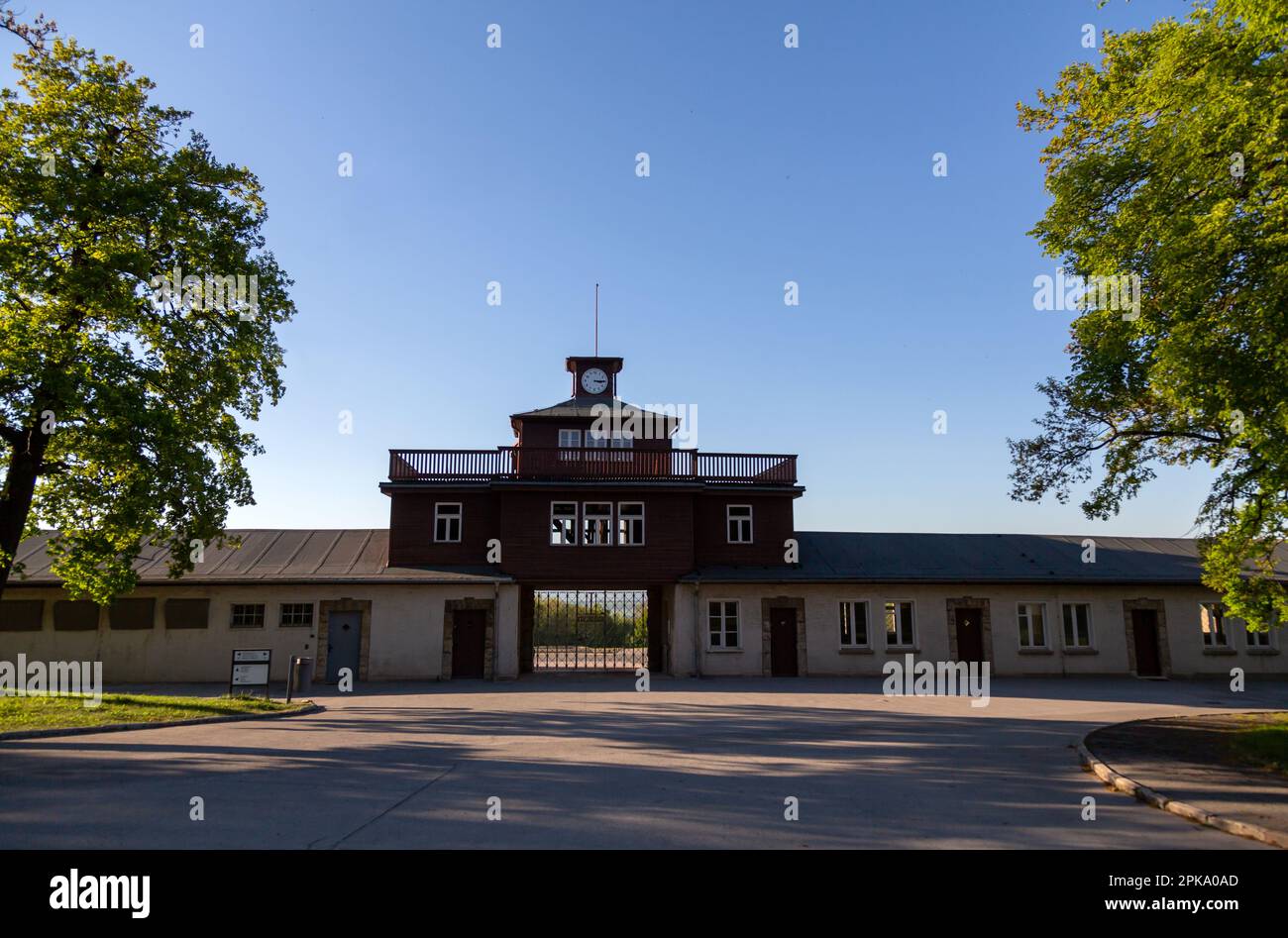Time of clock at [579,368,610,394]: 3:14
